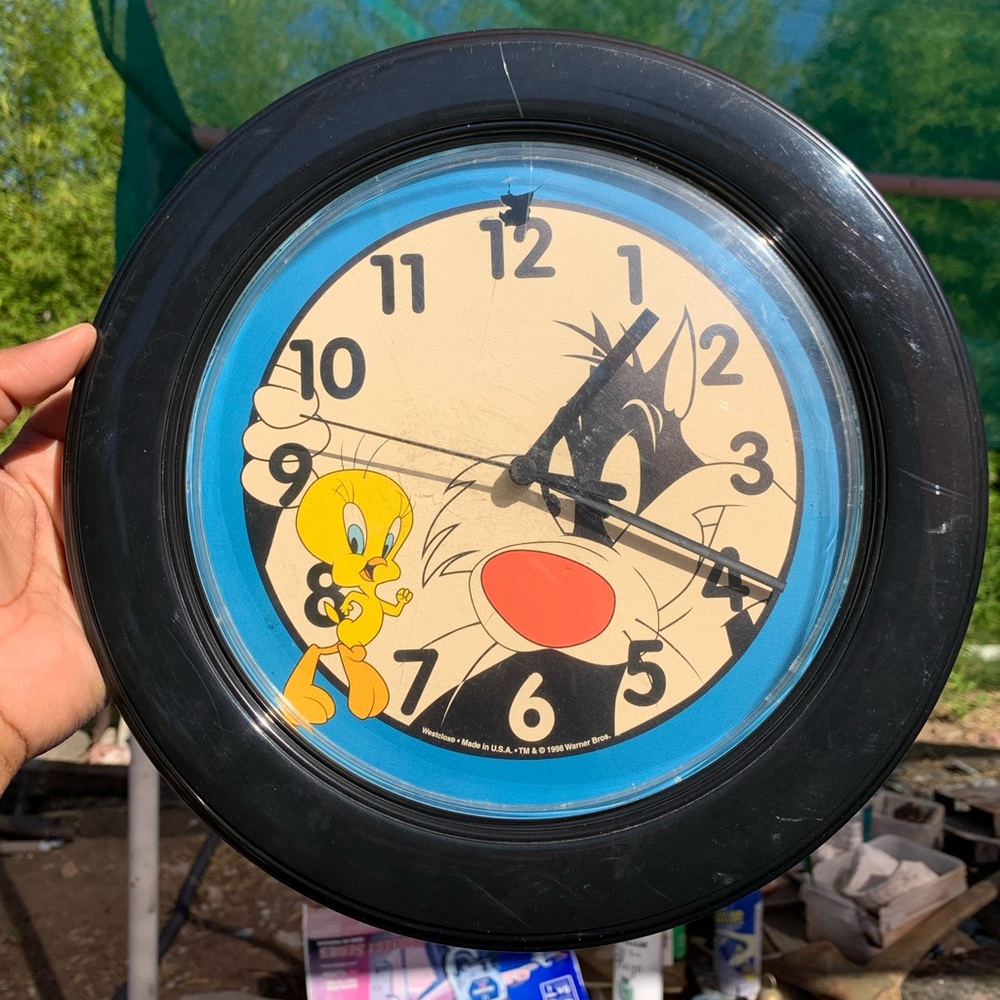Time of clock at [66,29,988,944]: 1:18
